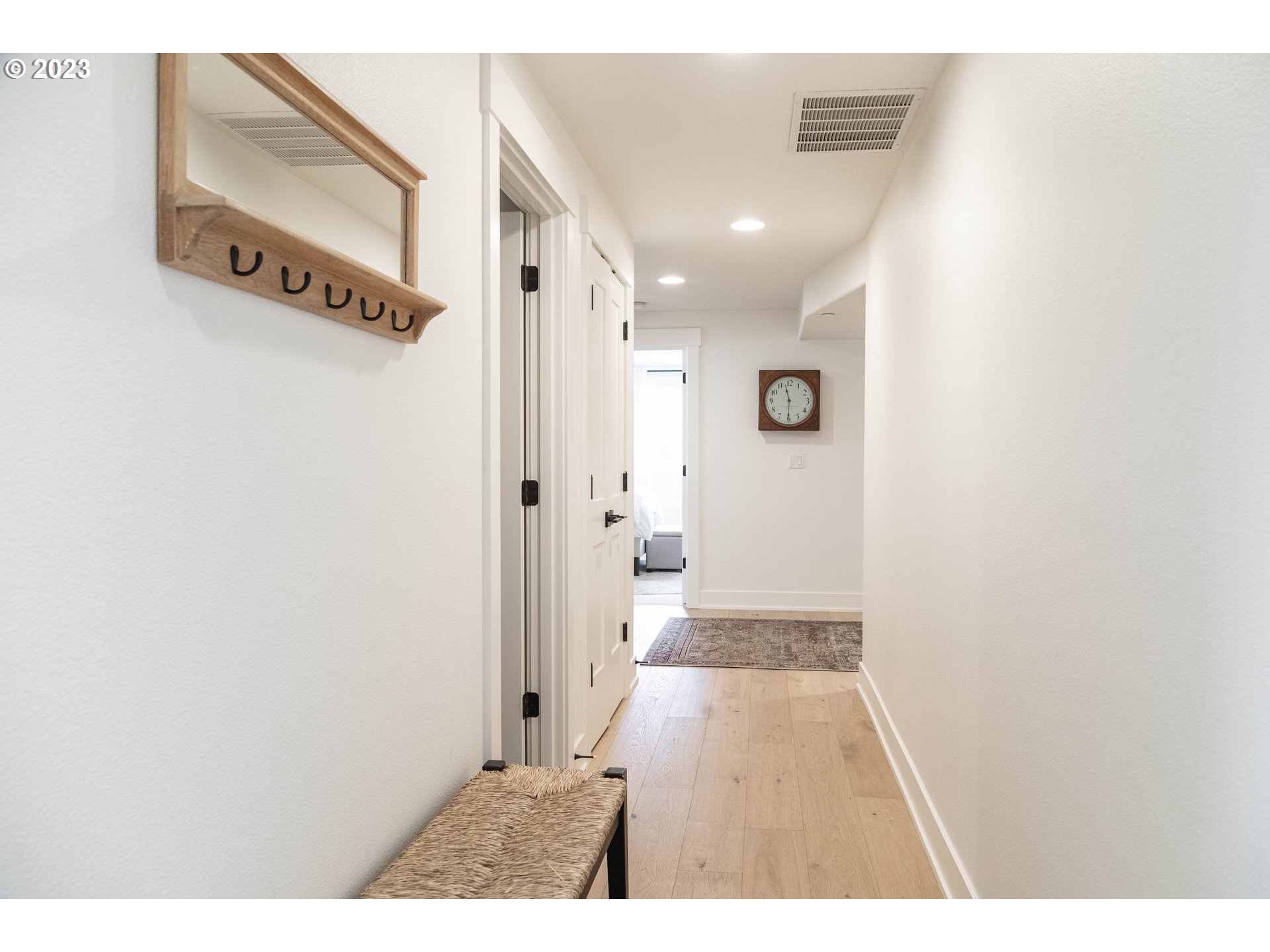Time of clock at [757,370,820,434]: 11:30
